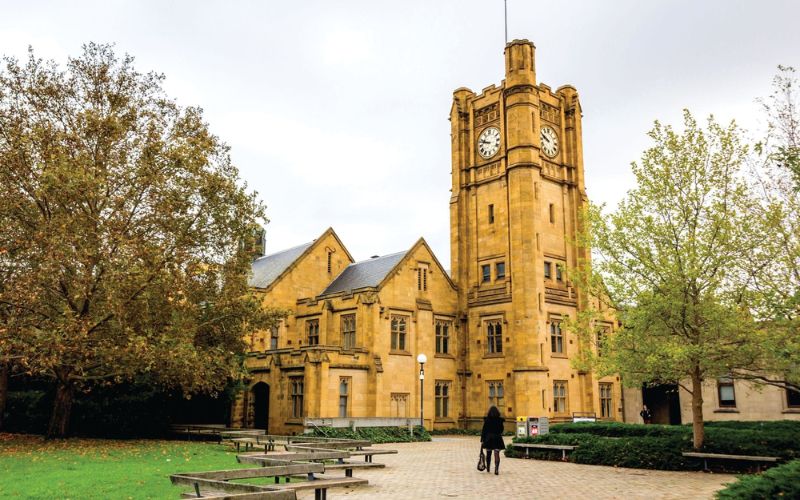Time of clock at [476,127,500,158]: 9:47
